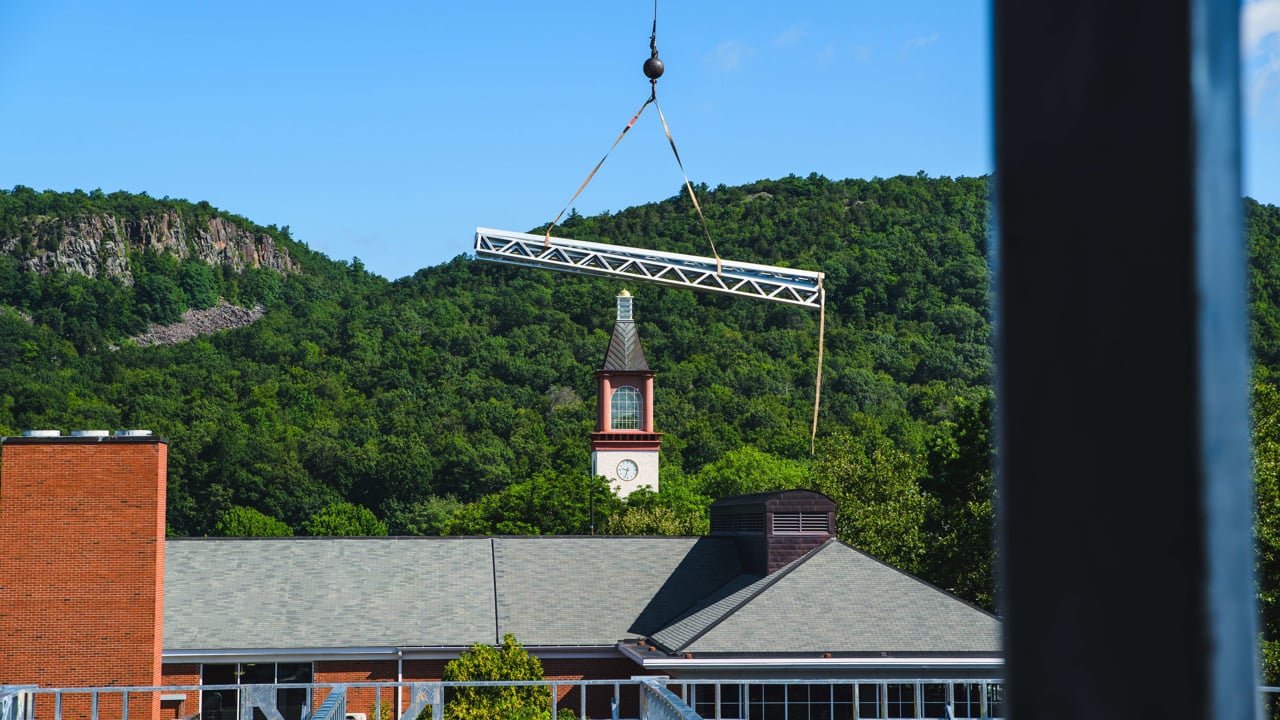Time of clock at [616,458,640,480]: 9:33
